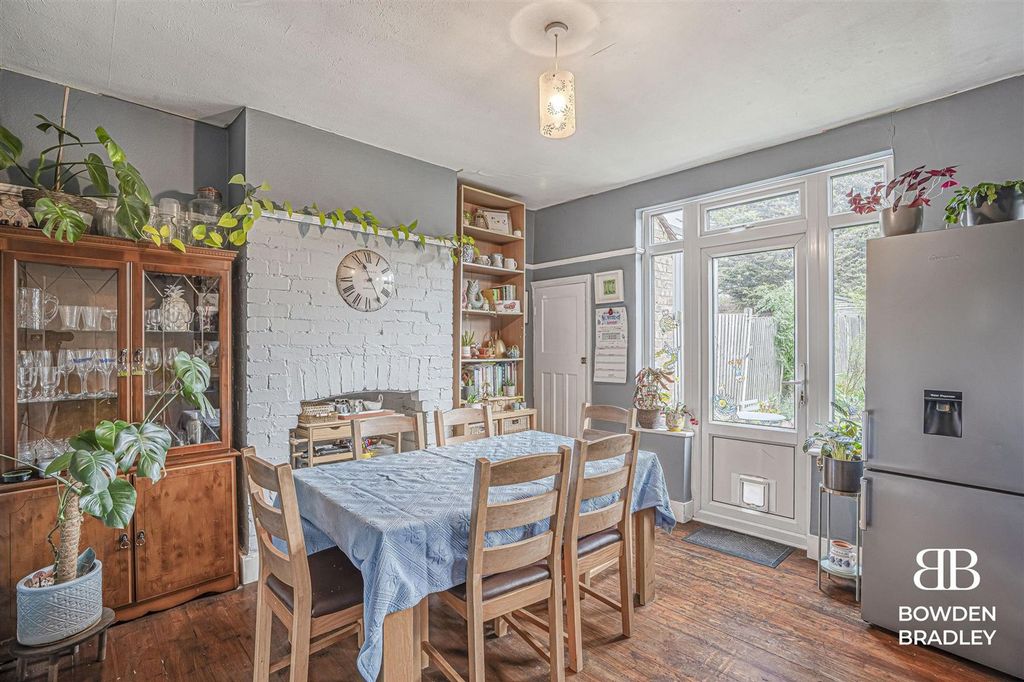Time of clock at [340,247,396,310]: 11:25
